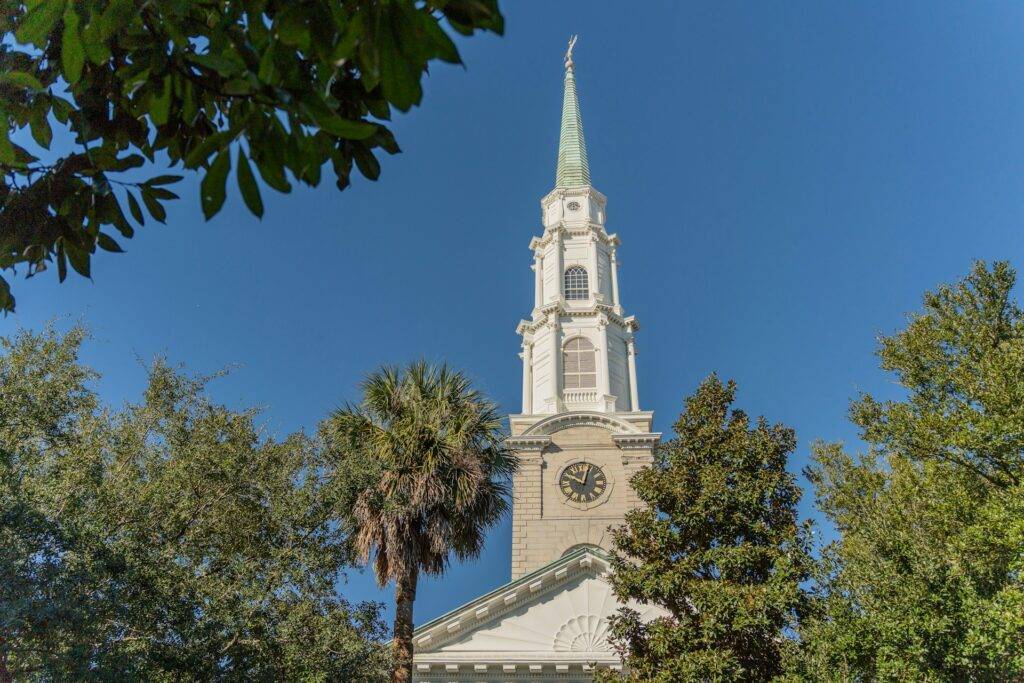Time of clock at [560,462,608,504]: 10:02
